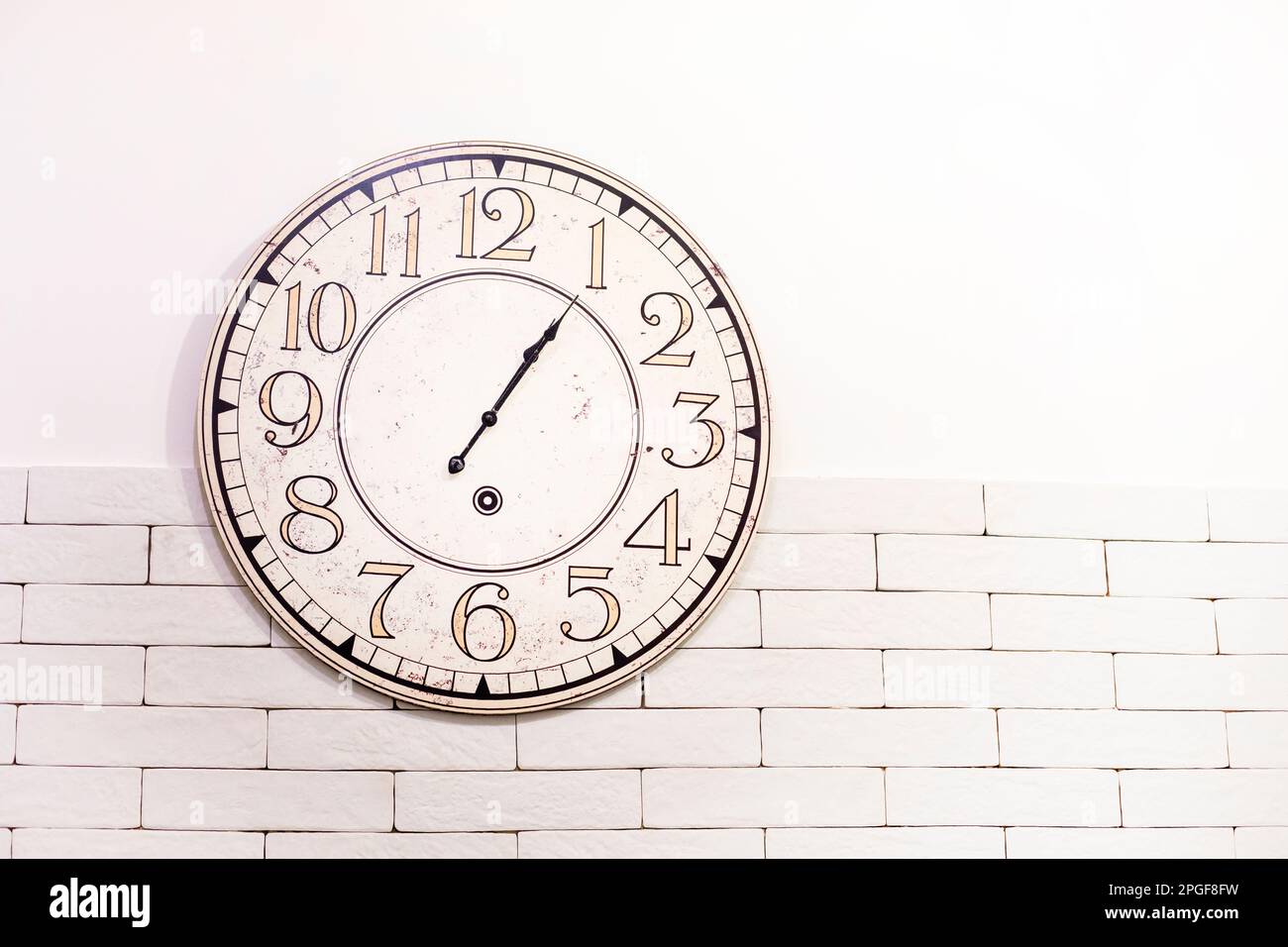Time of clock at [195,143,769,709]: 1:06
